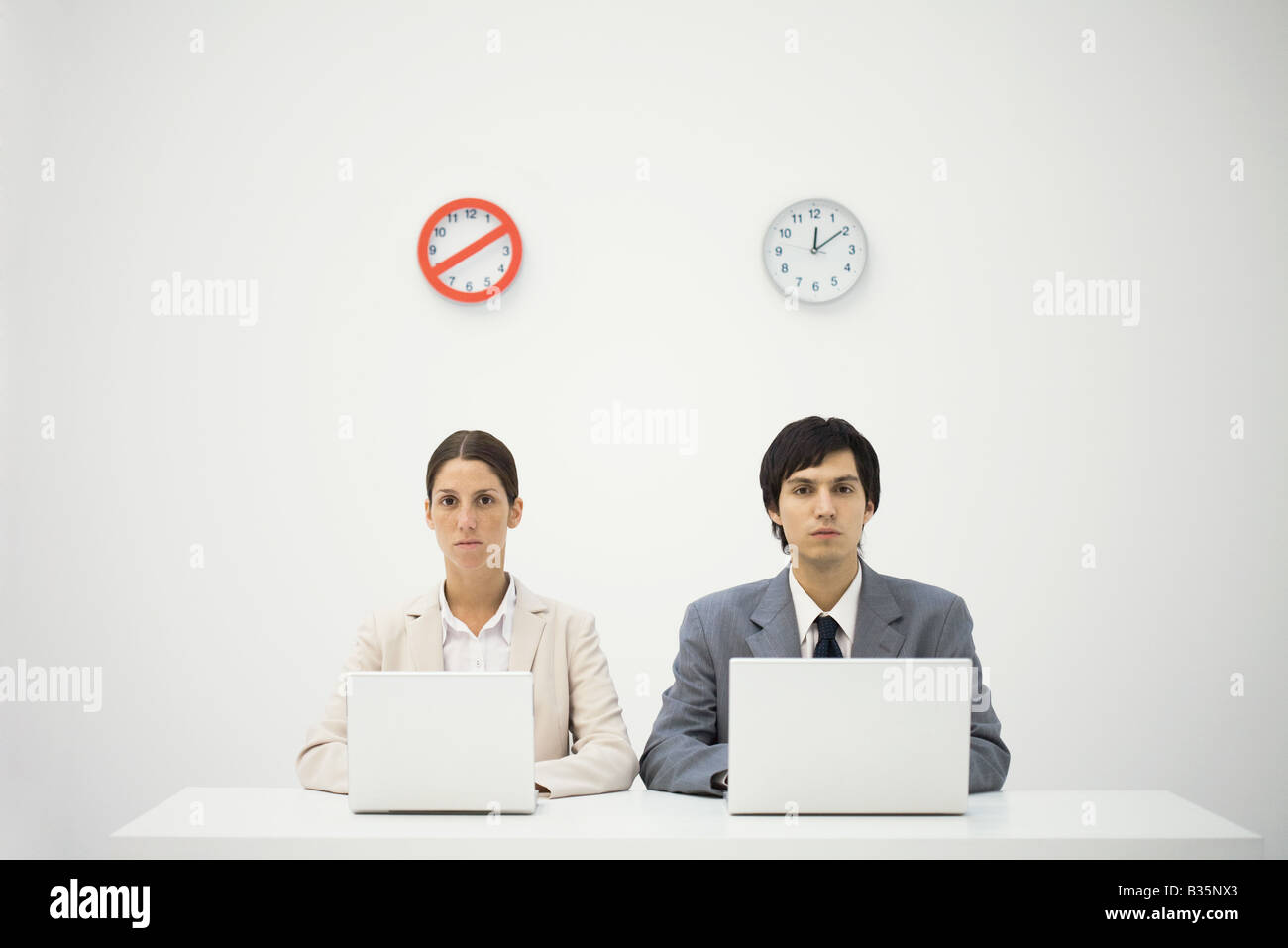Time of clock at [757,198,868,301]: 12:09
